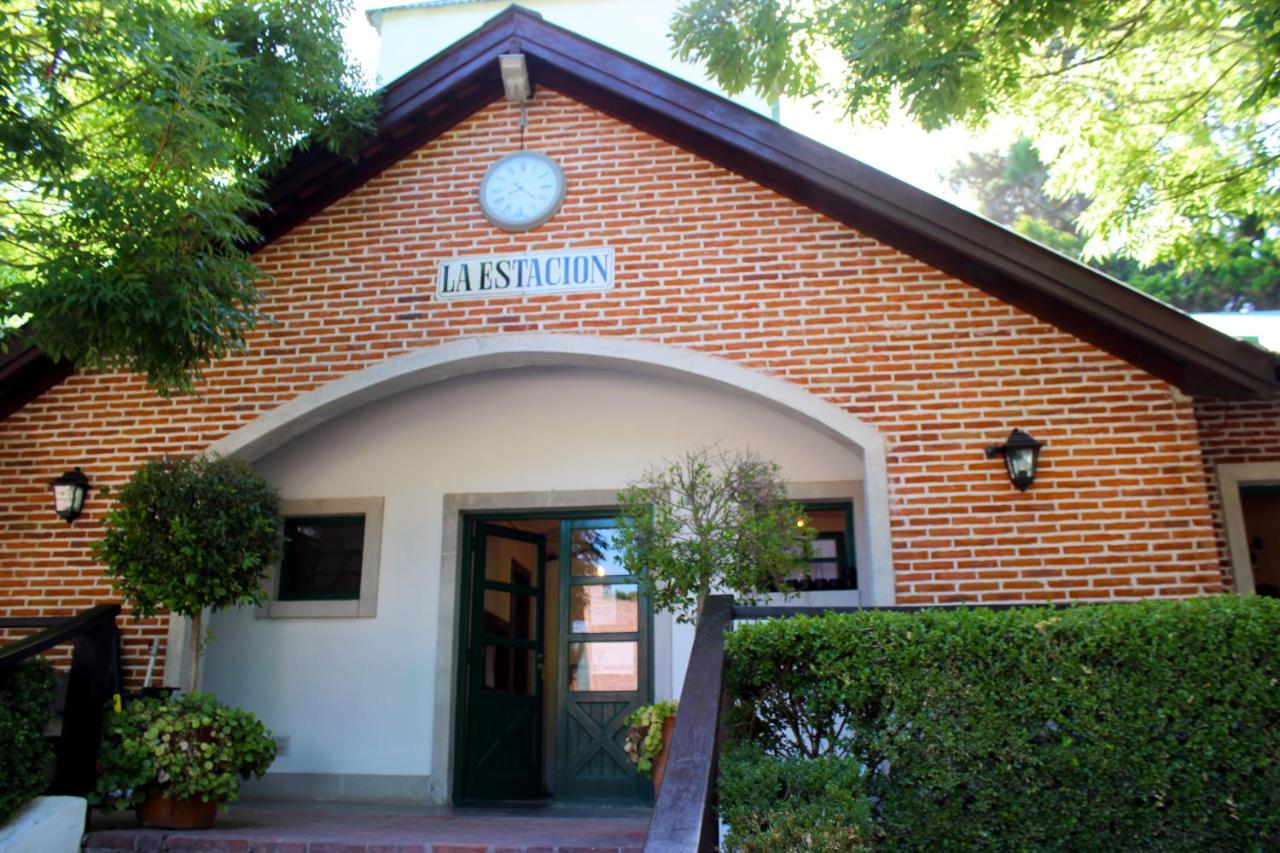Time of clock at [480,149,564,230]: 8:21
